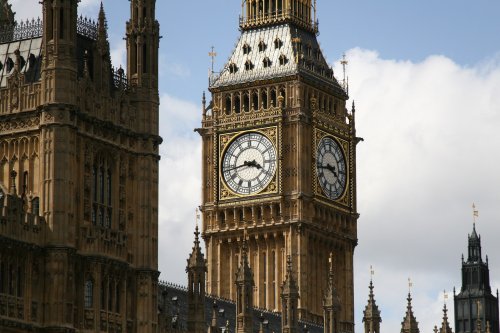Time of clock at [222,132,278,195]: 3:43
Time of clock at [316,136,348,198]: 3:43
